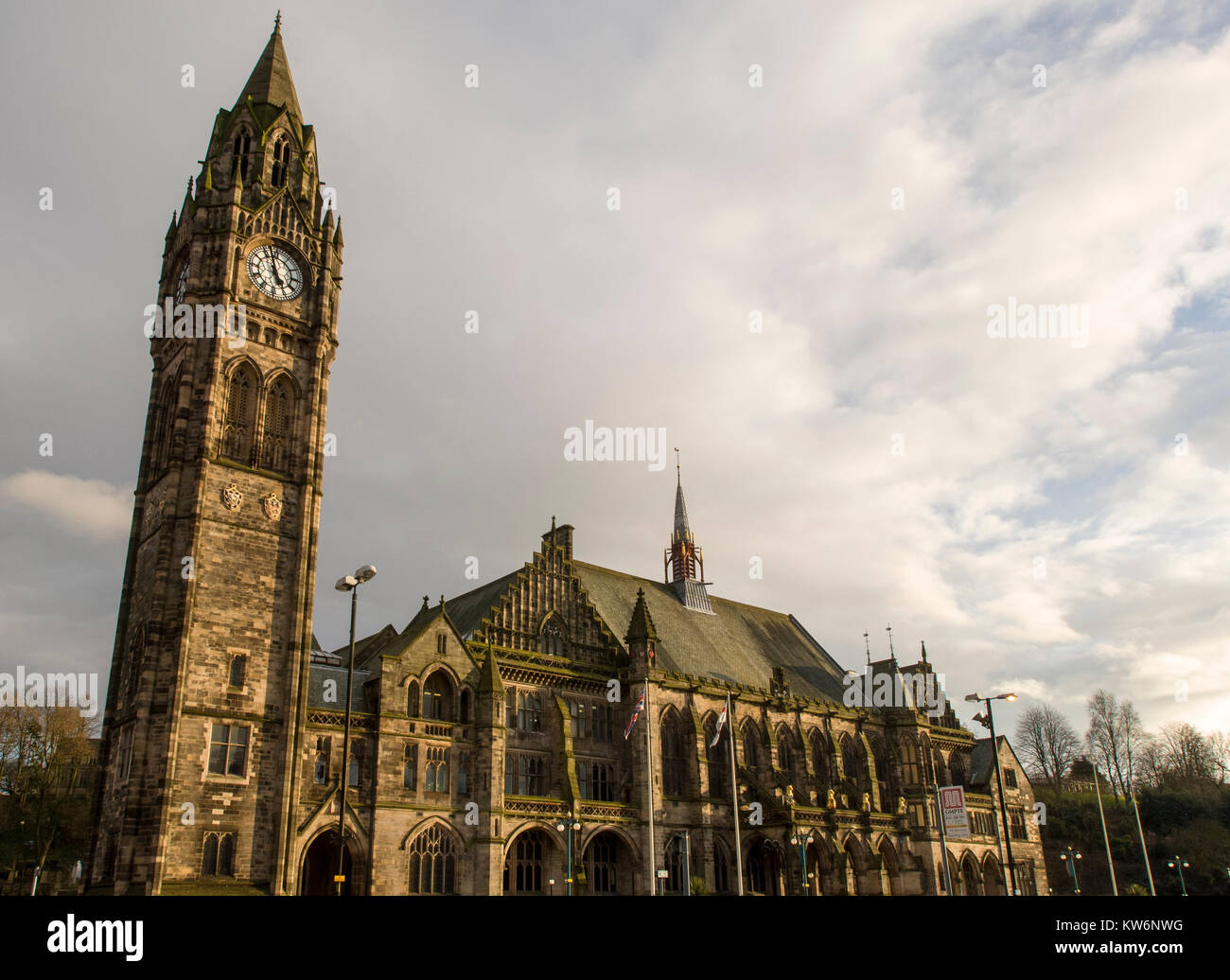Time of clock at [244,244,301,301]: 4:57
